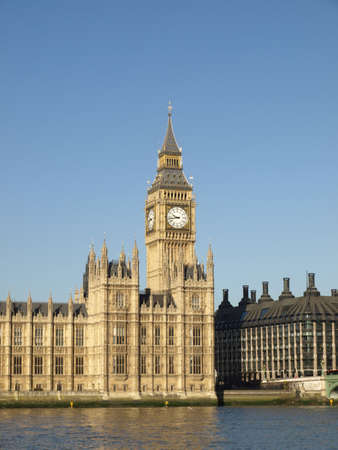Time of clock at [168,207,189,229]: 9:43
